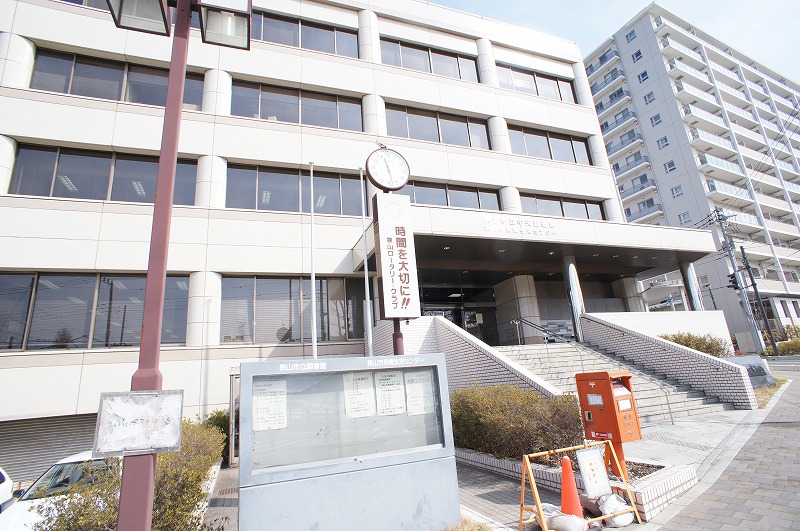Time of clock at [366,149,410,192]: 11:28
